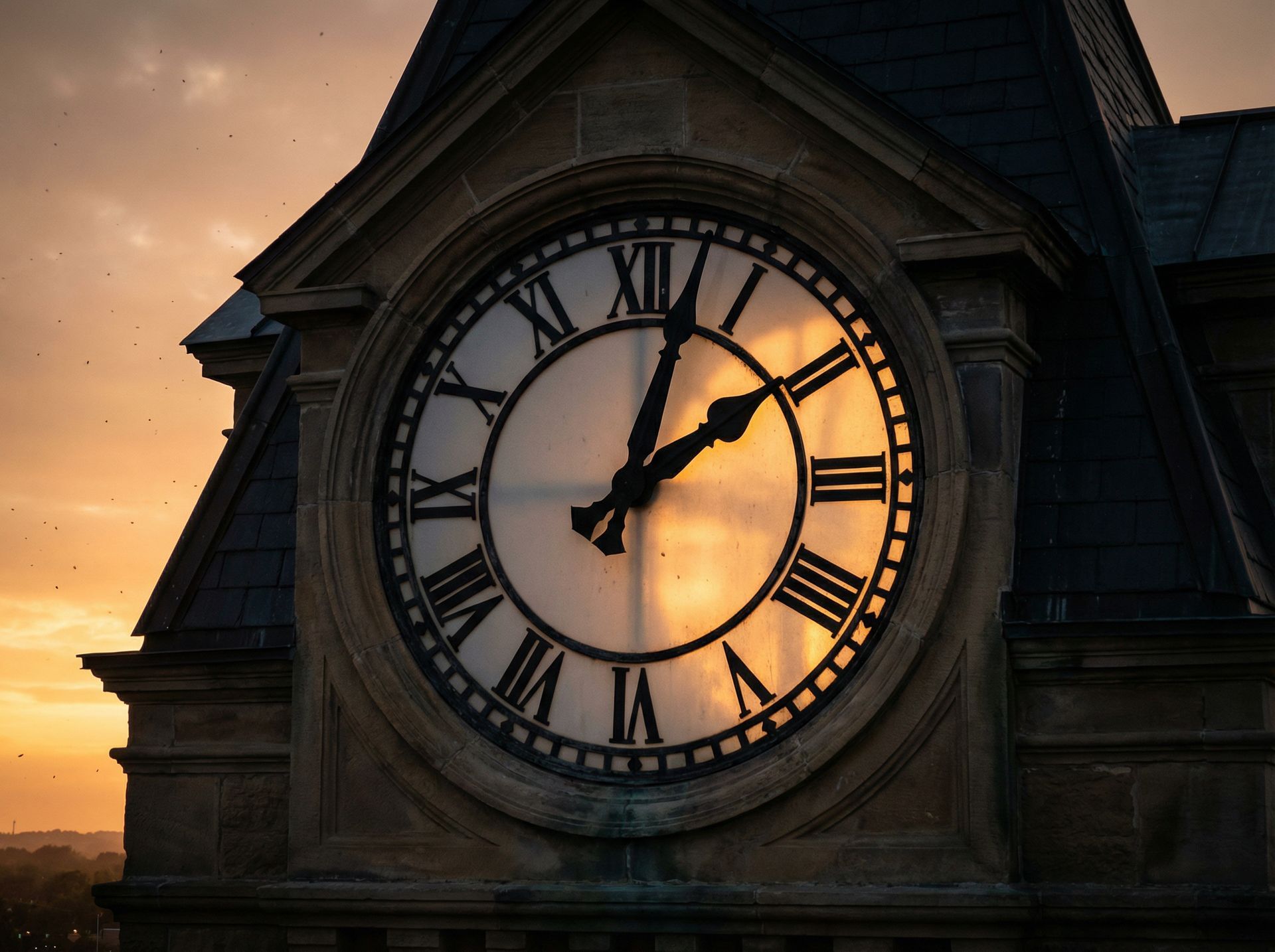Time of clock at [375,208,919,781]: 2:02
